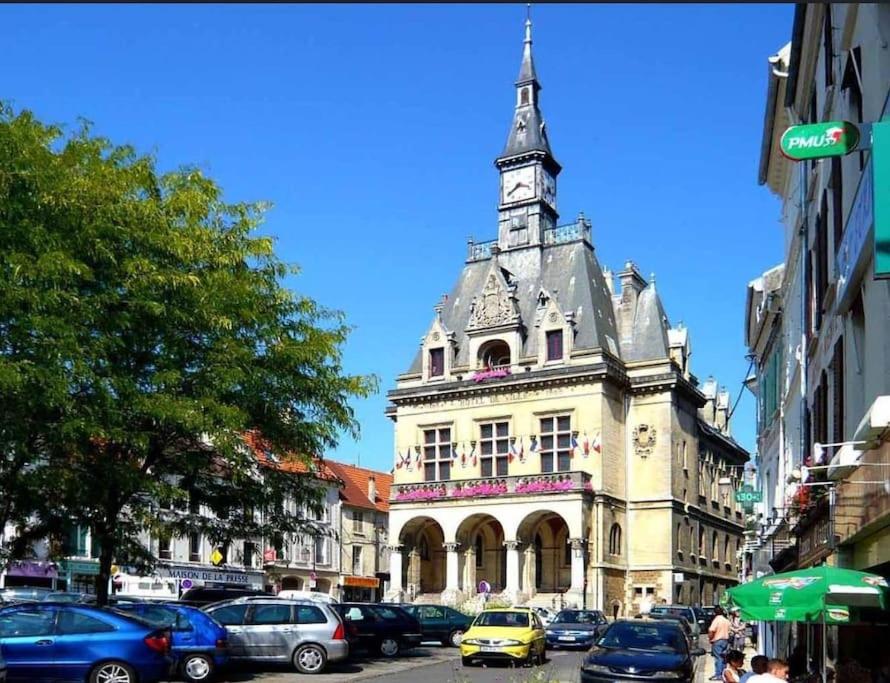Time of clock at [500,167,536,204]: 3:39
